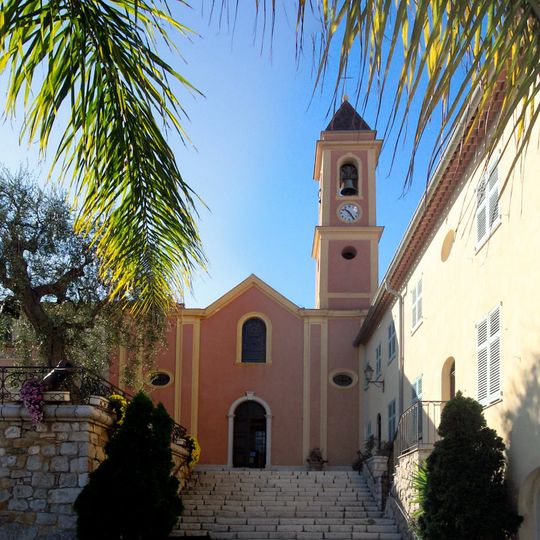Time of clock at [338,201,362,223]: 10:24
